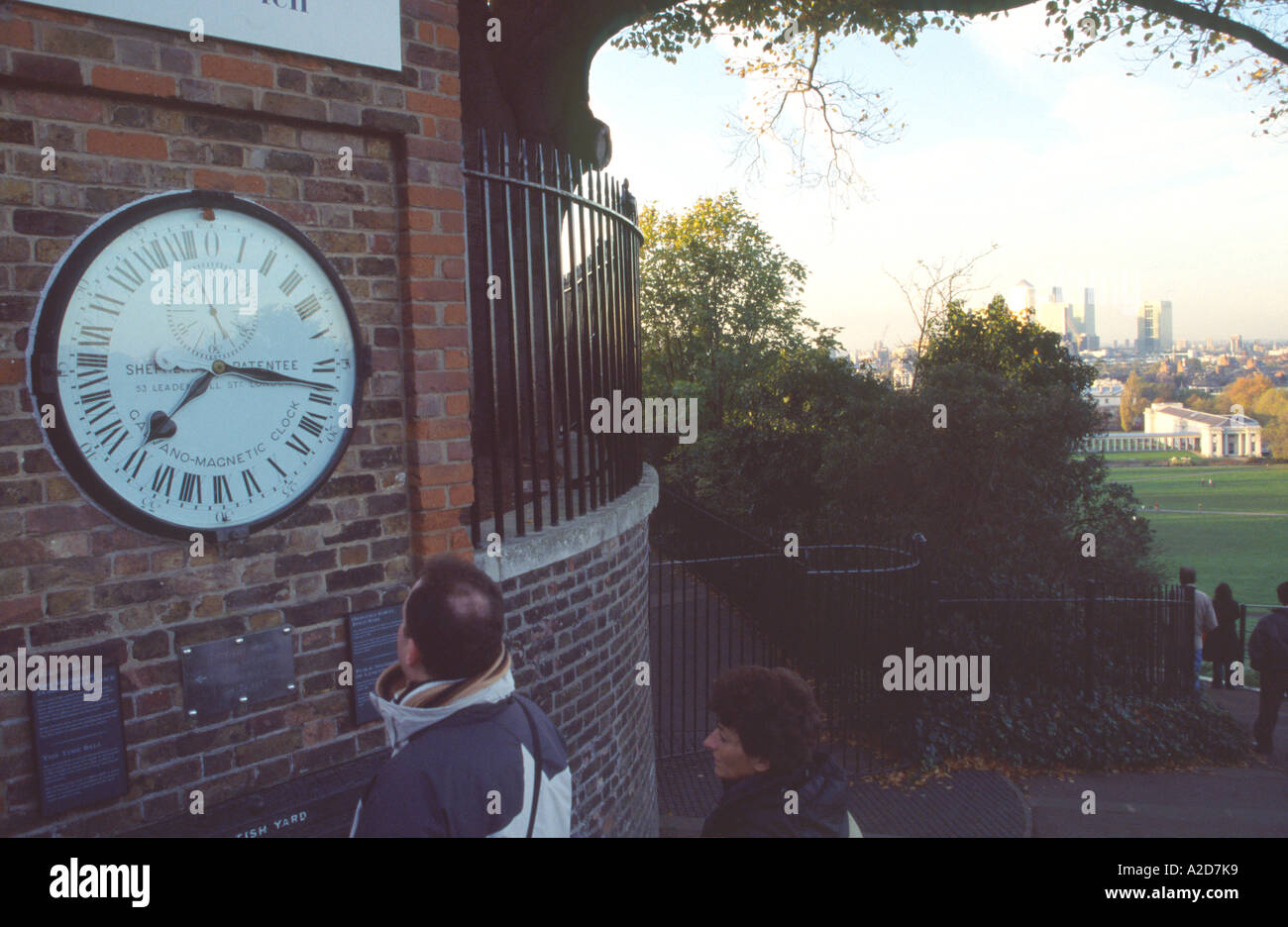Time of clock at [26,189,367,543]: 7:16
